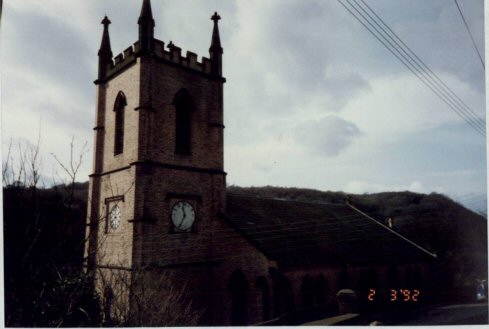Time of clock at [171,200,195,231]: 11:35
